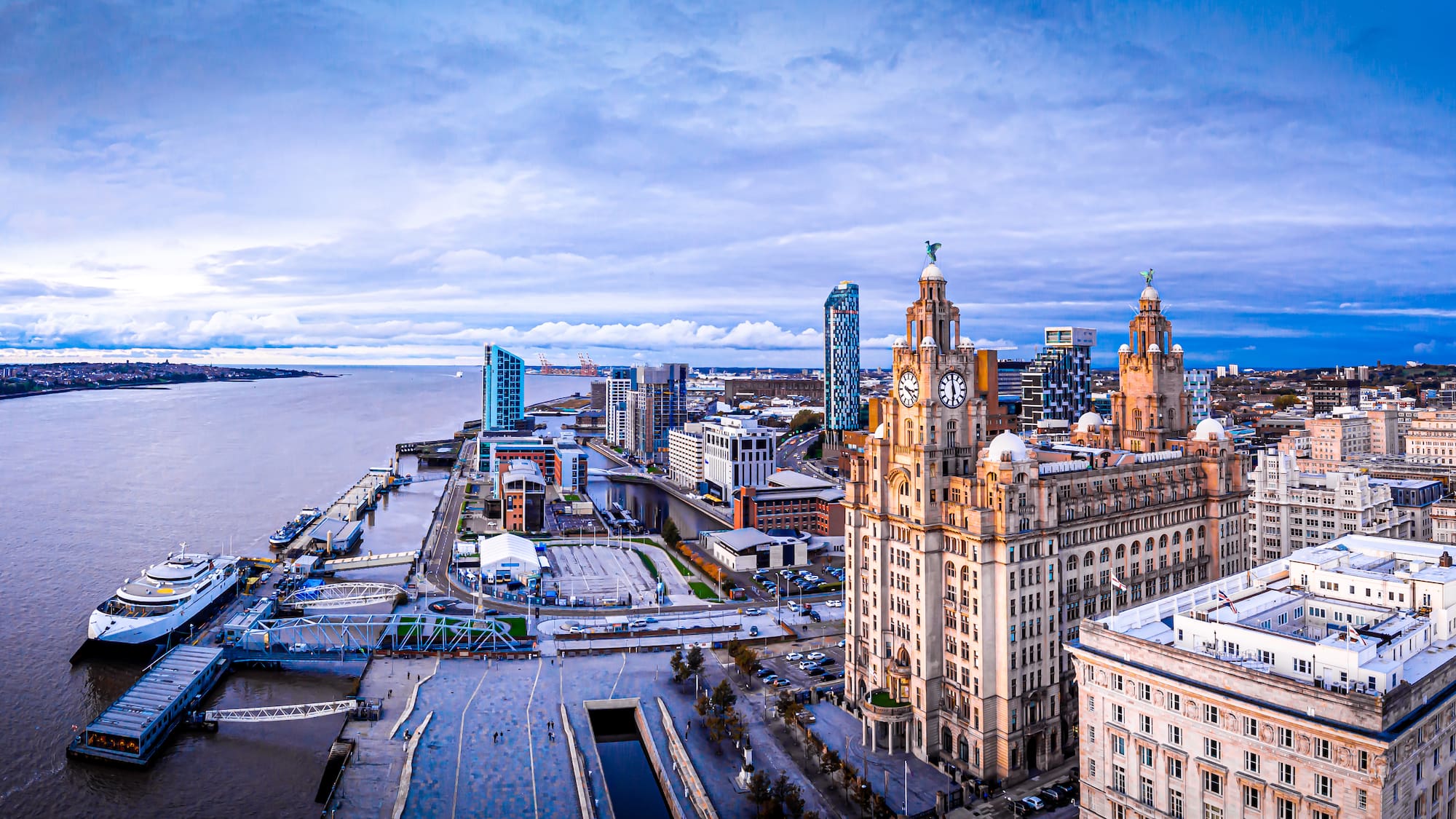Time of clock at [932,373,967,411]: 5:59
